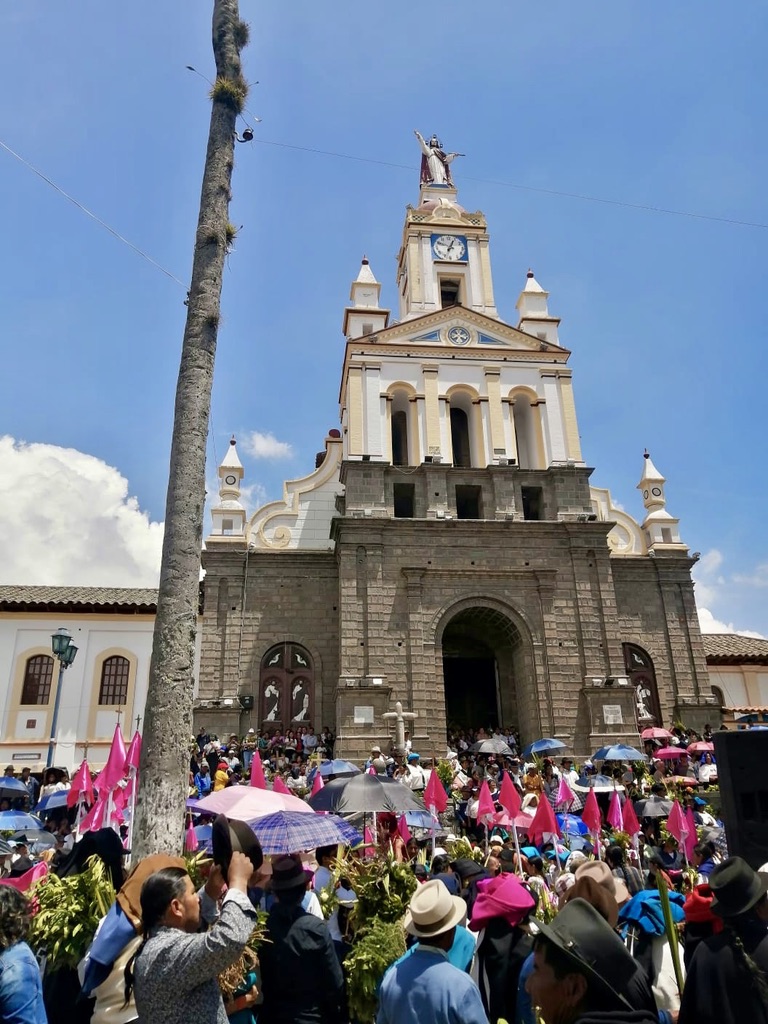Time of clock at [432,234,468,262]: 12:49
